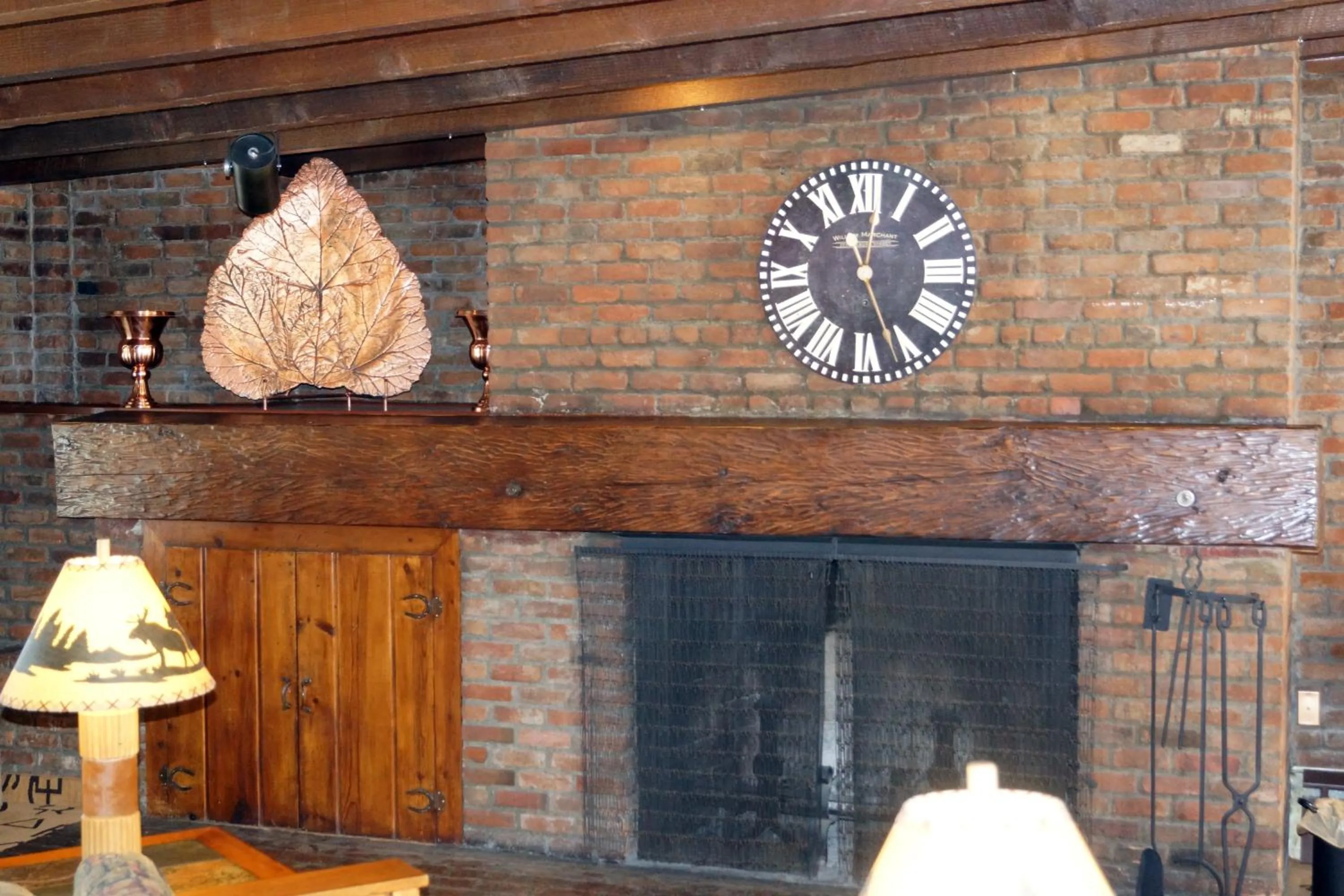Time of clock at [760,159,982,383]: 12:26
